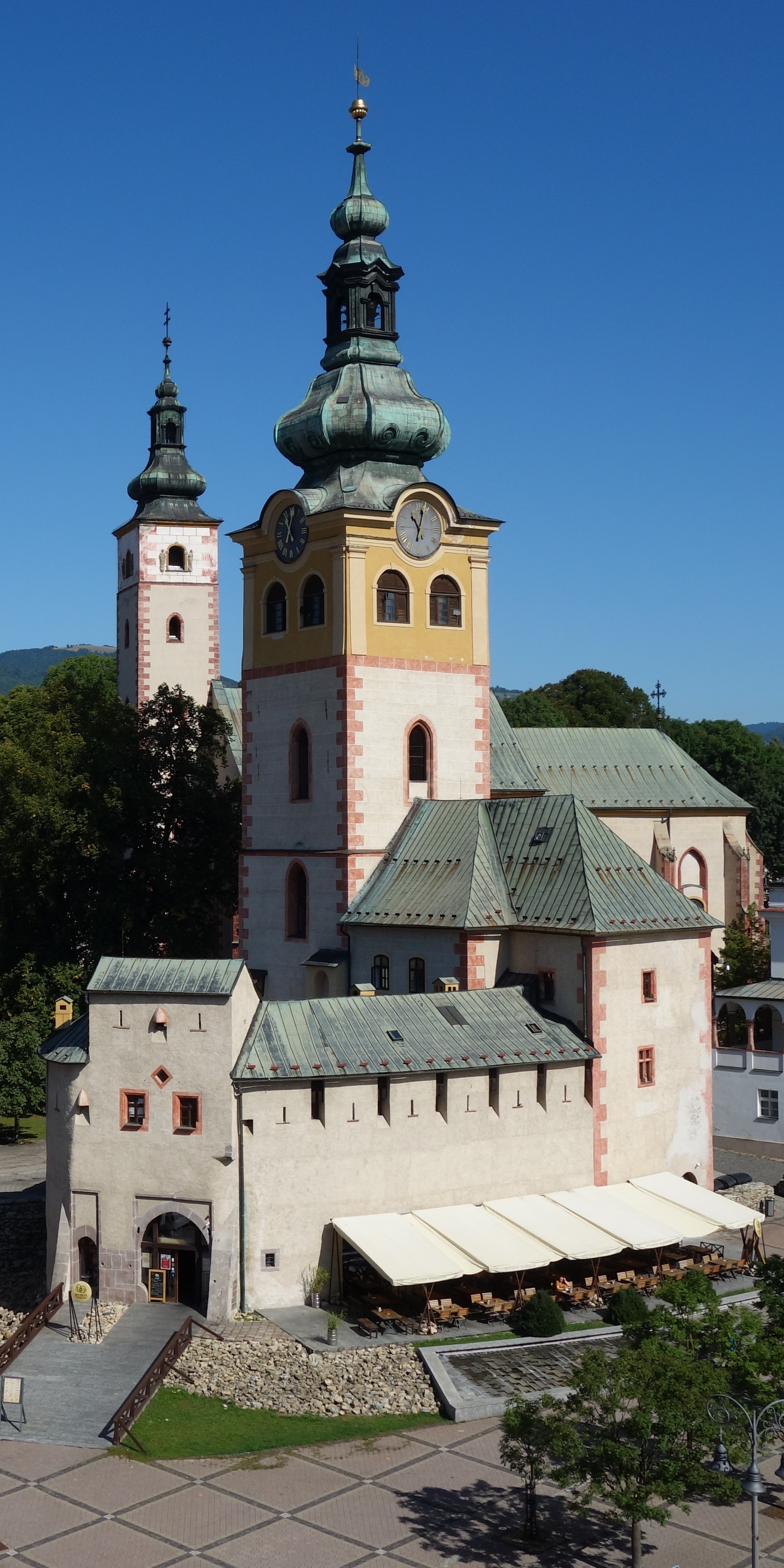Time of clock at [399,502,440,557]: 11:02
